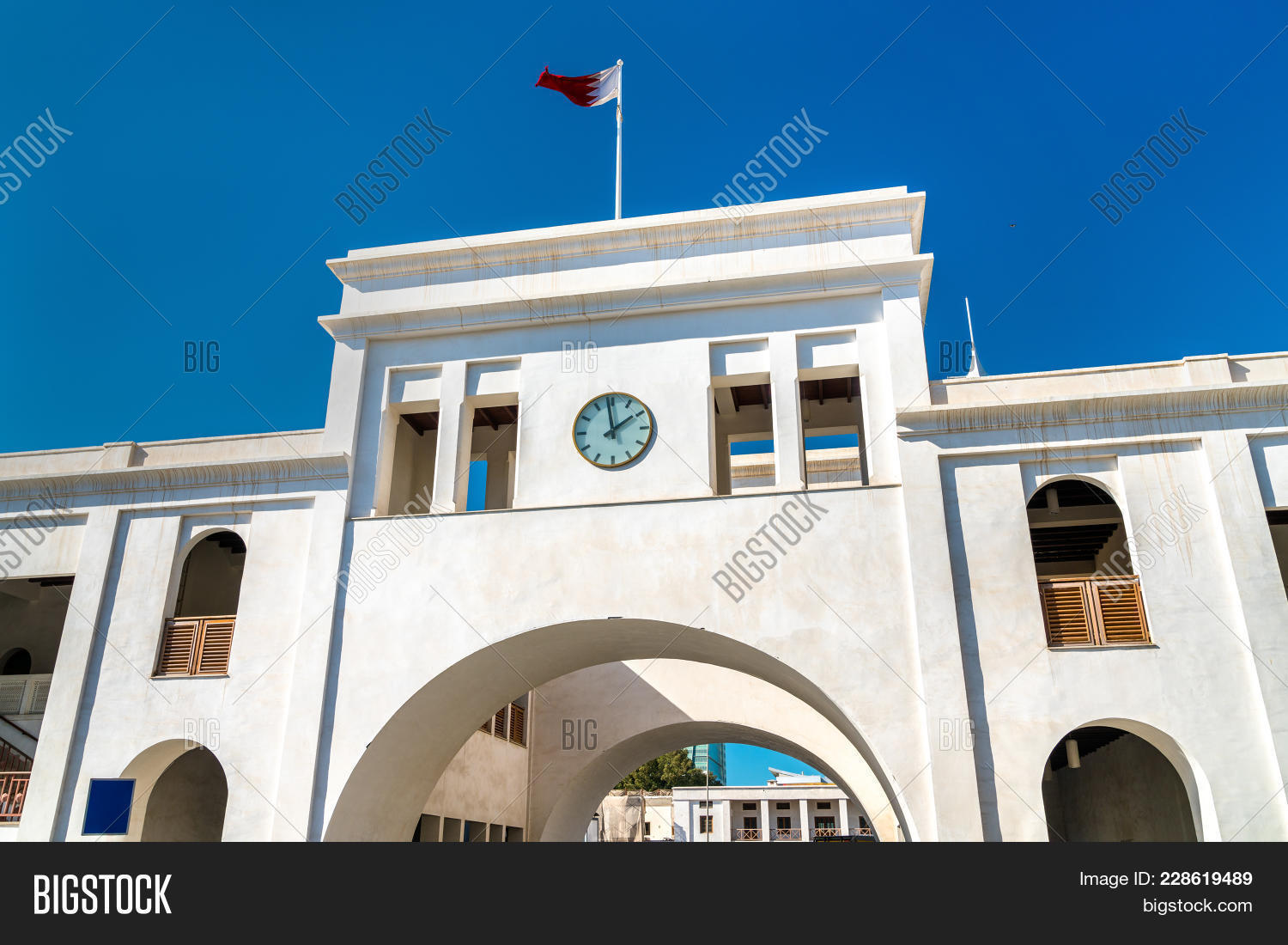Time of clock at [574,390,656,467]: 1:58
